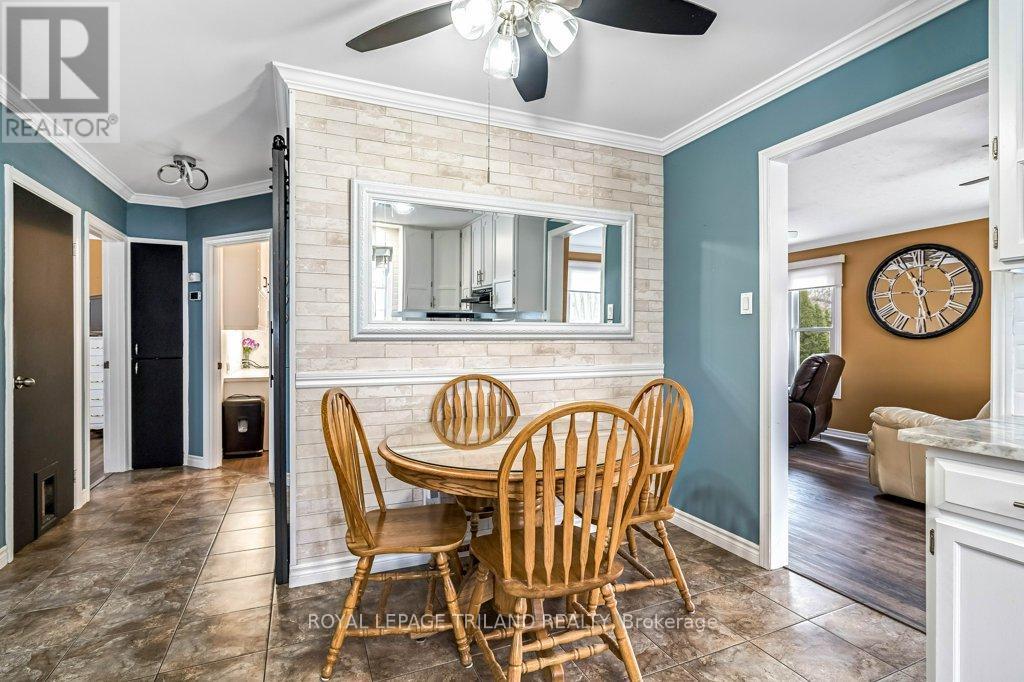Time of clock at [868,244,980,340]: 11:28
